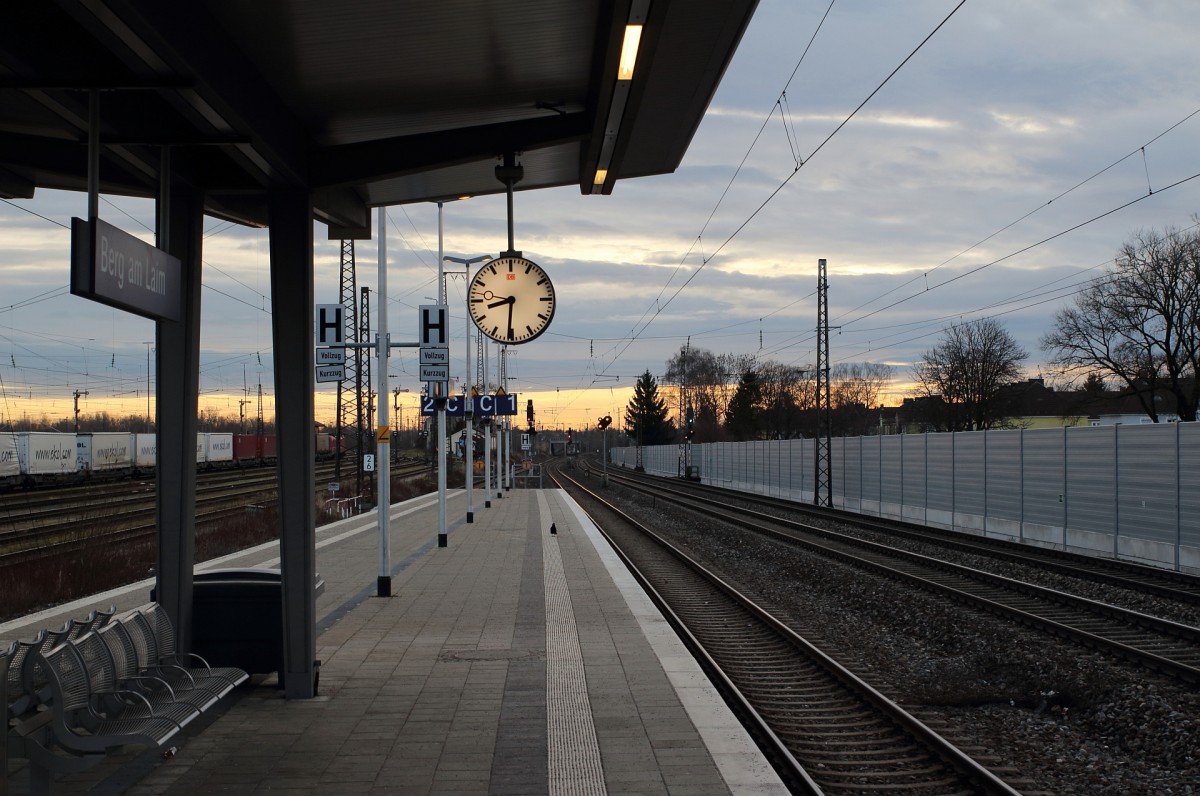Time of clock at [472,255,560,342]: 8:30
